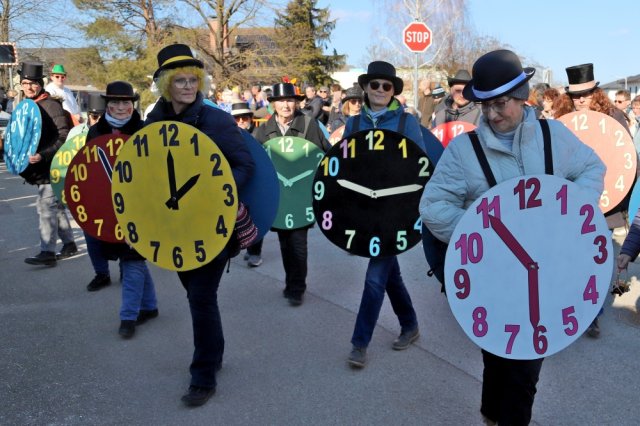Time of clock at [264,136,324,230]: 10:10
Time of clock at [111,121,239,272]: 2:00
